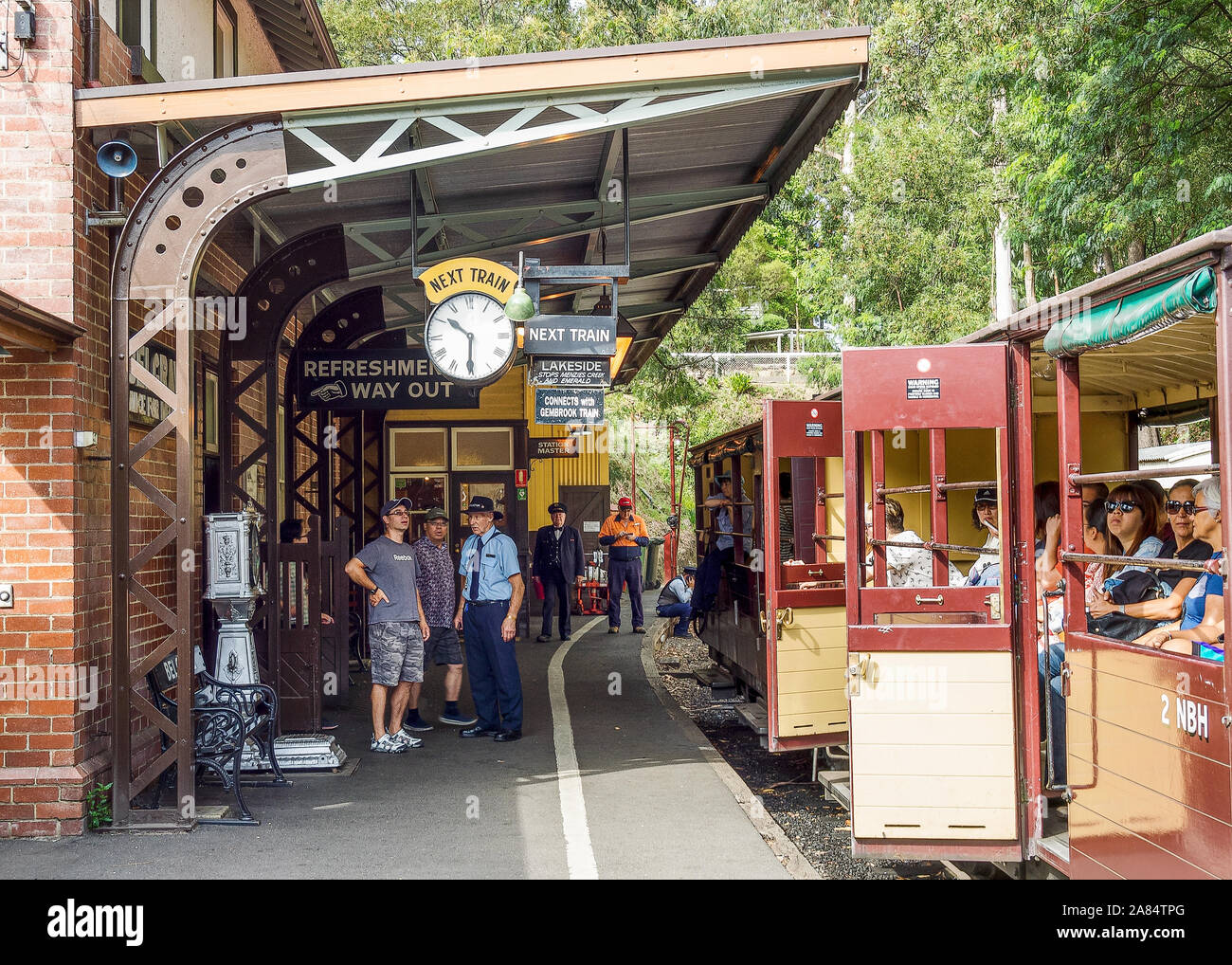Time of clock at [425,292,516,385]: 10:30
